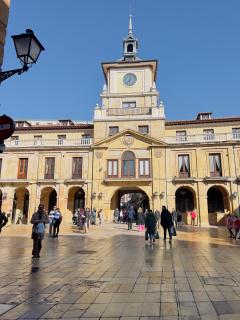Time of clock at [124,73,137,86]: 12:37
